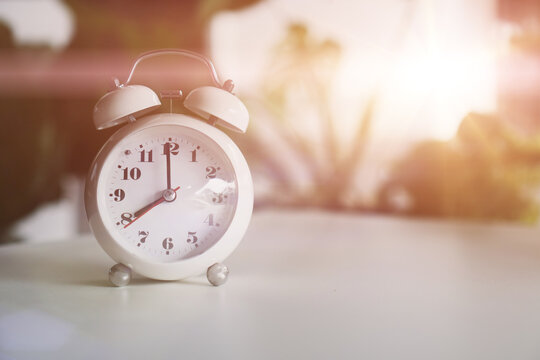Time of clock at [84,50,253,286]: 7:59
